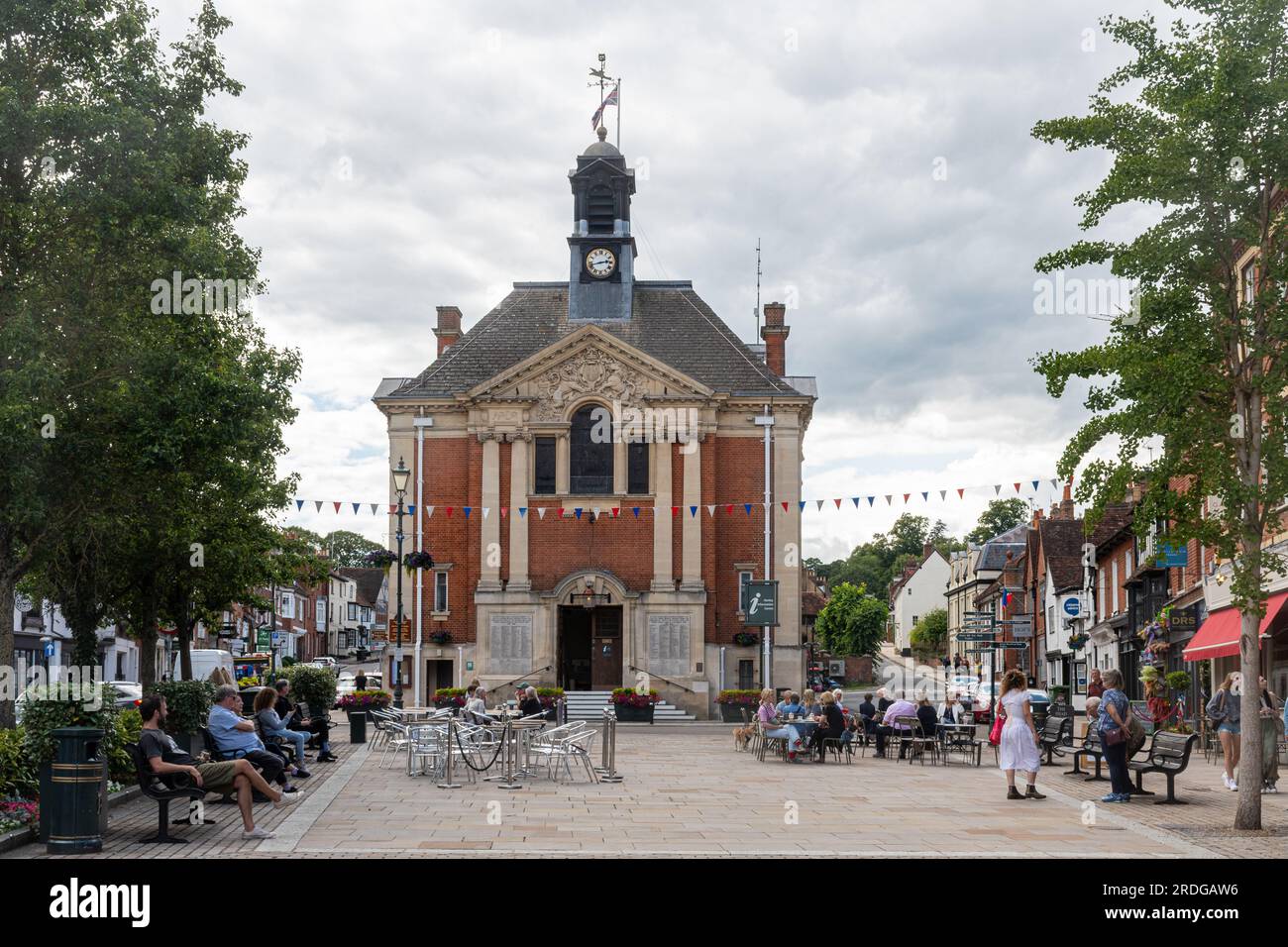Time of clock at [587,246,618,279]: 2:42
